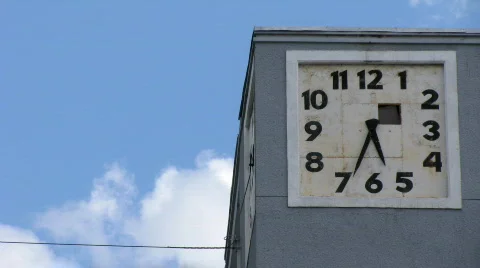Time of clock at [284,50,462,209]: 5:34
